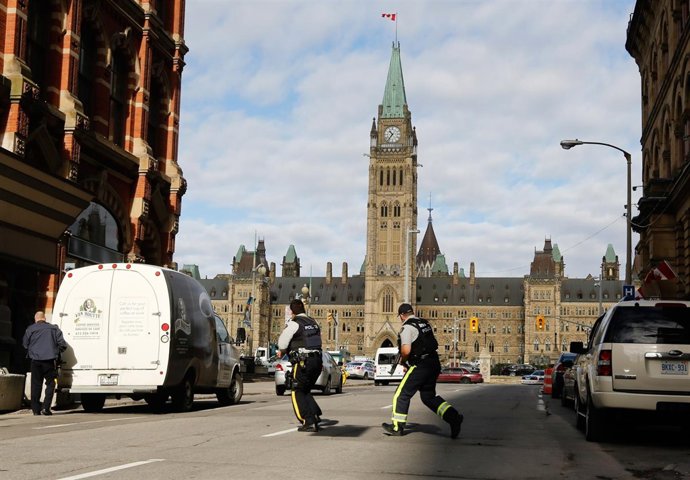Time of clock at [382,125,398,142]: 10:36
